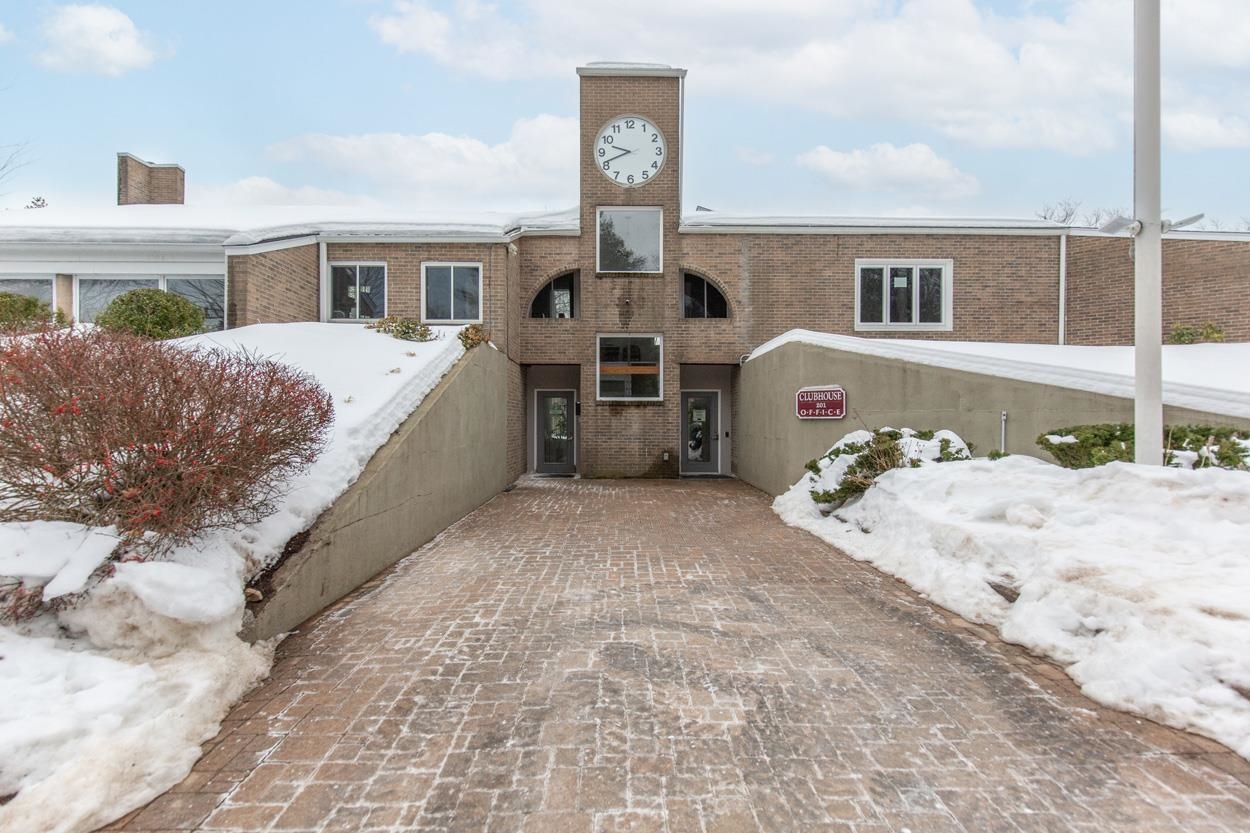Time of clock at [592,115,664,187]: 9:41
